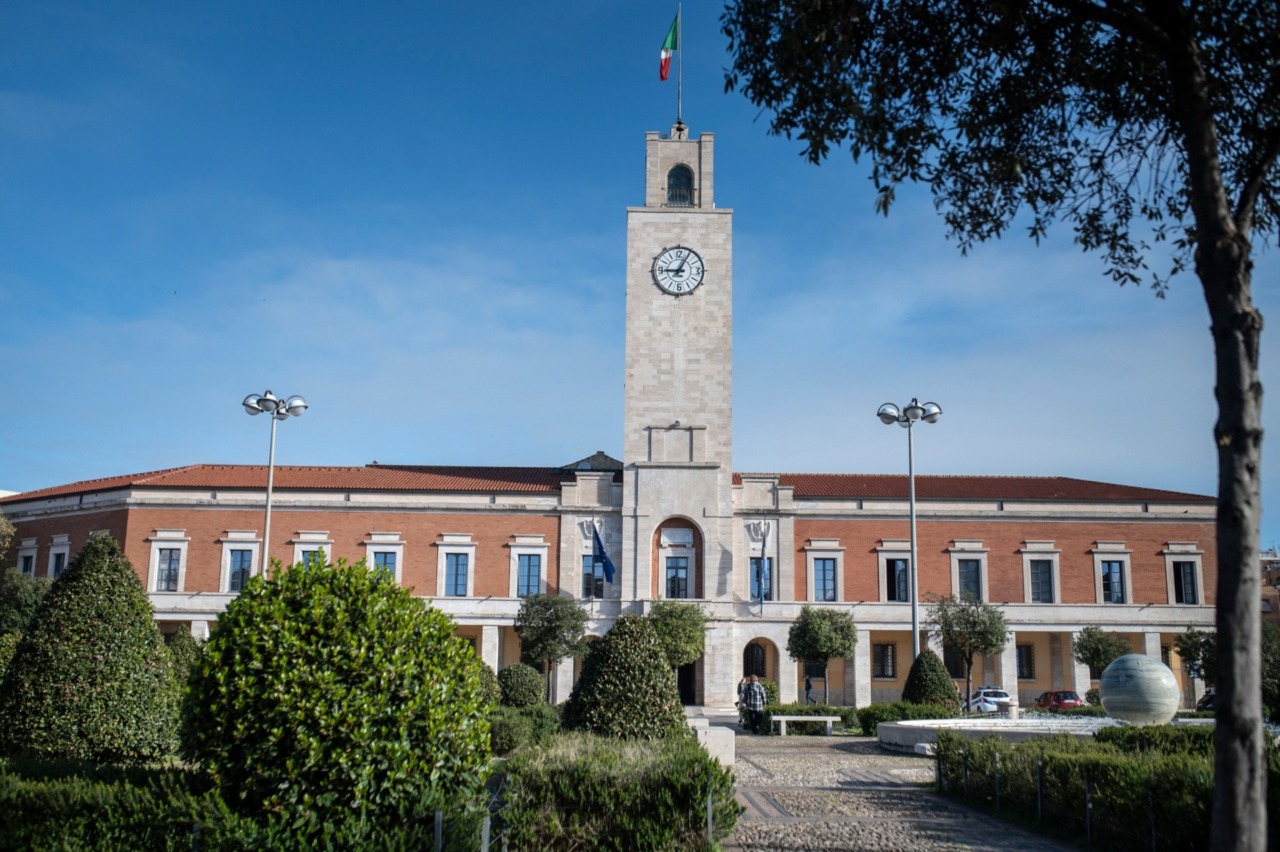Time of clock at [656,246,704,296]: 9:04
